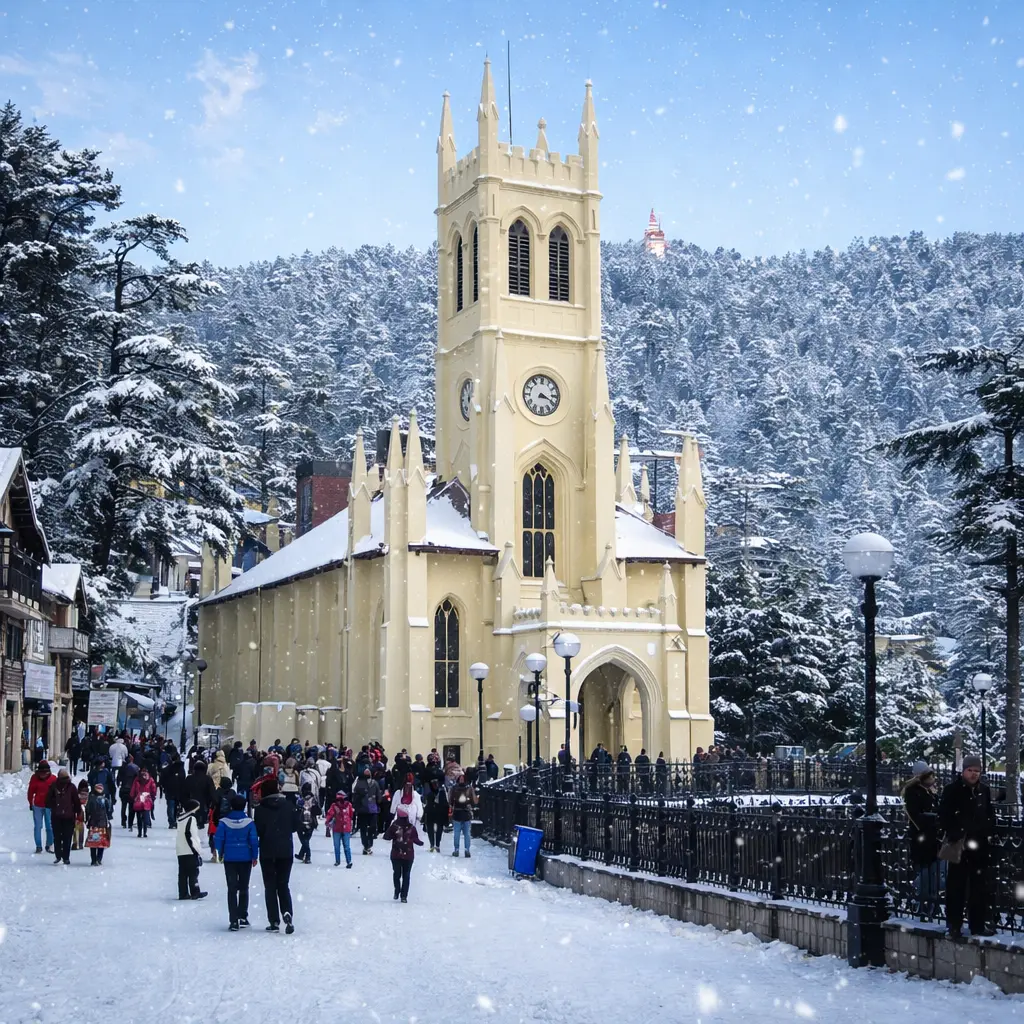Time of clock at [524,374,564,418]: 3:19
